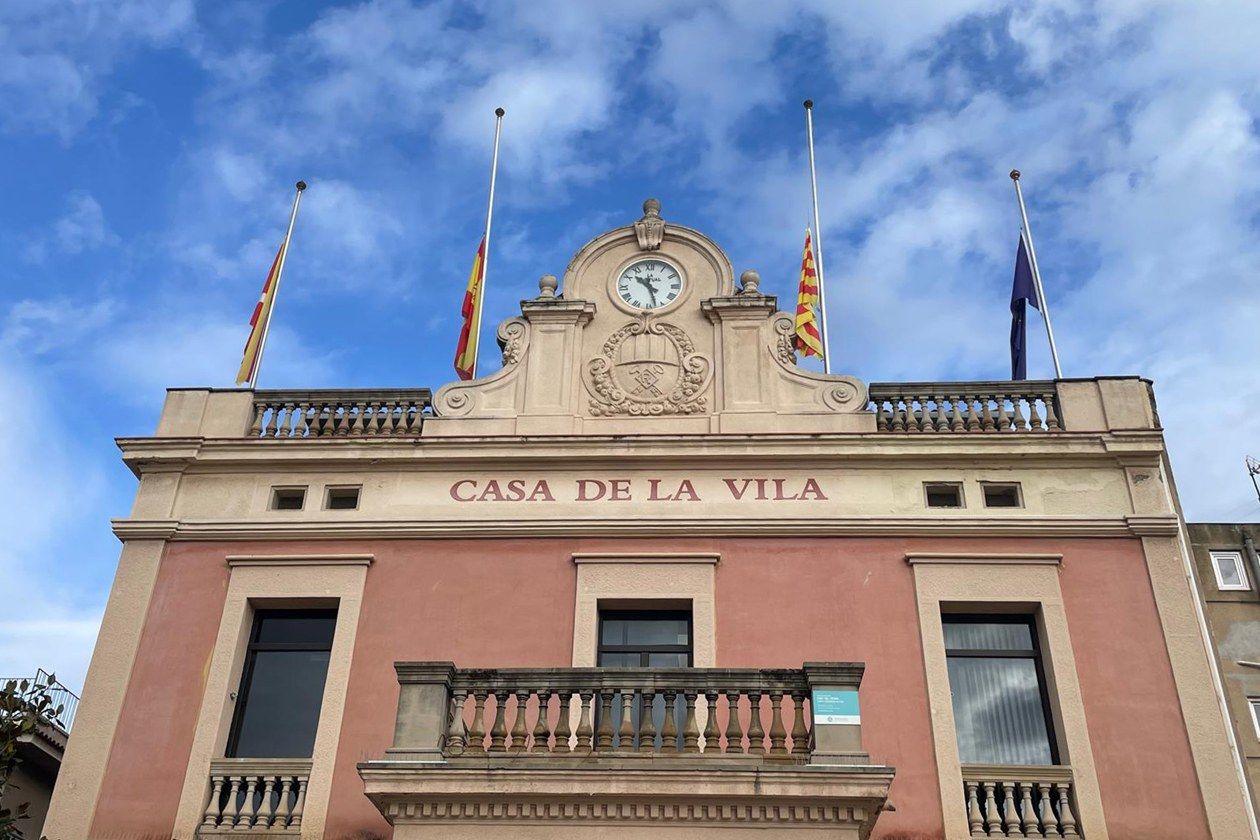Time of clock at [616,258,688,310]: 10:27
